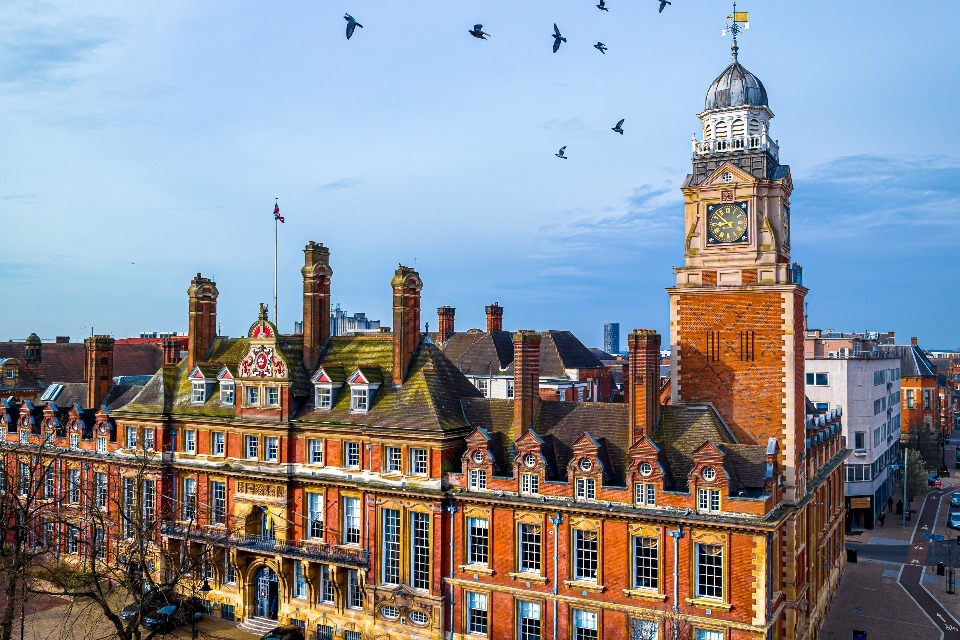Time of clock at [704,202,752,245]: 8:52
